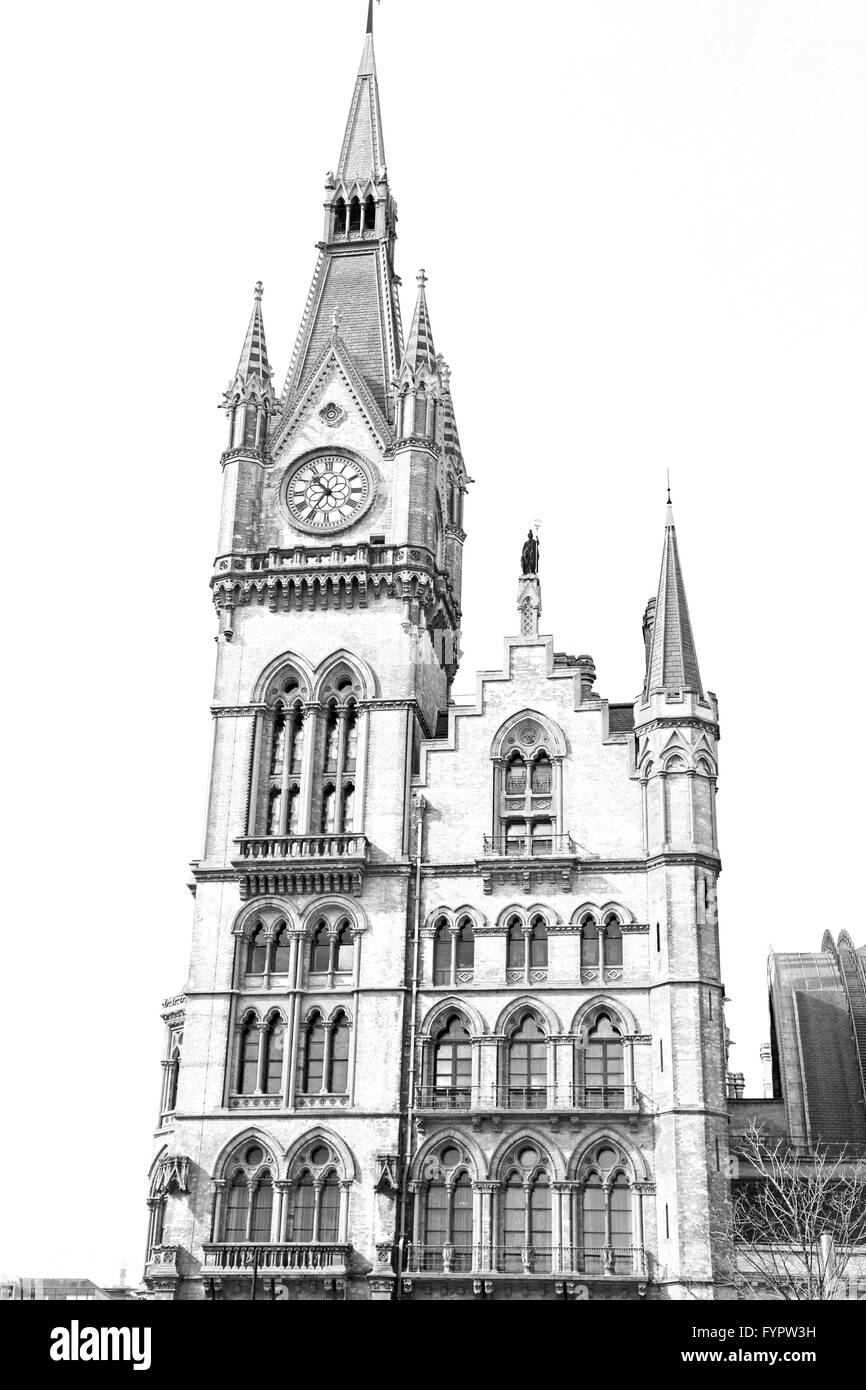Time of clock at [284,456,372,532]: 10:35
